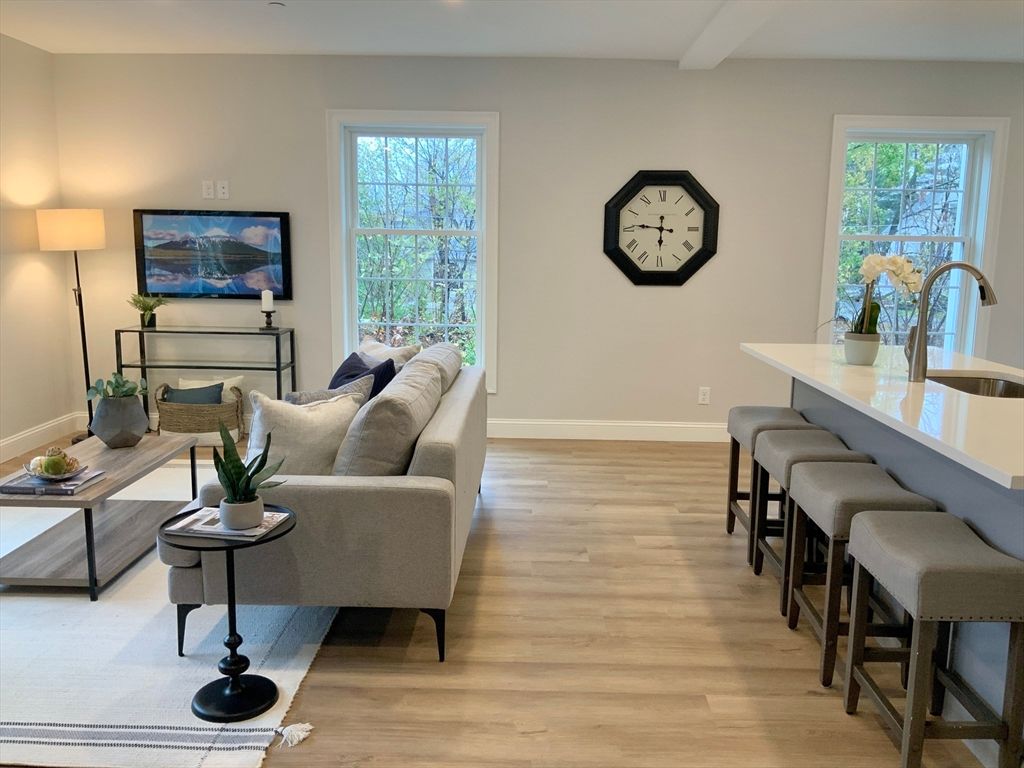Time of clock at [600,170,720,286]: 5:46
